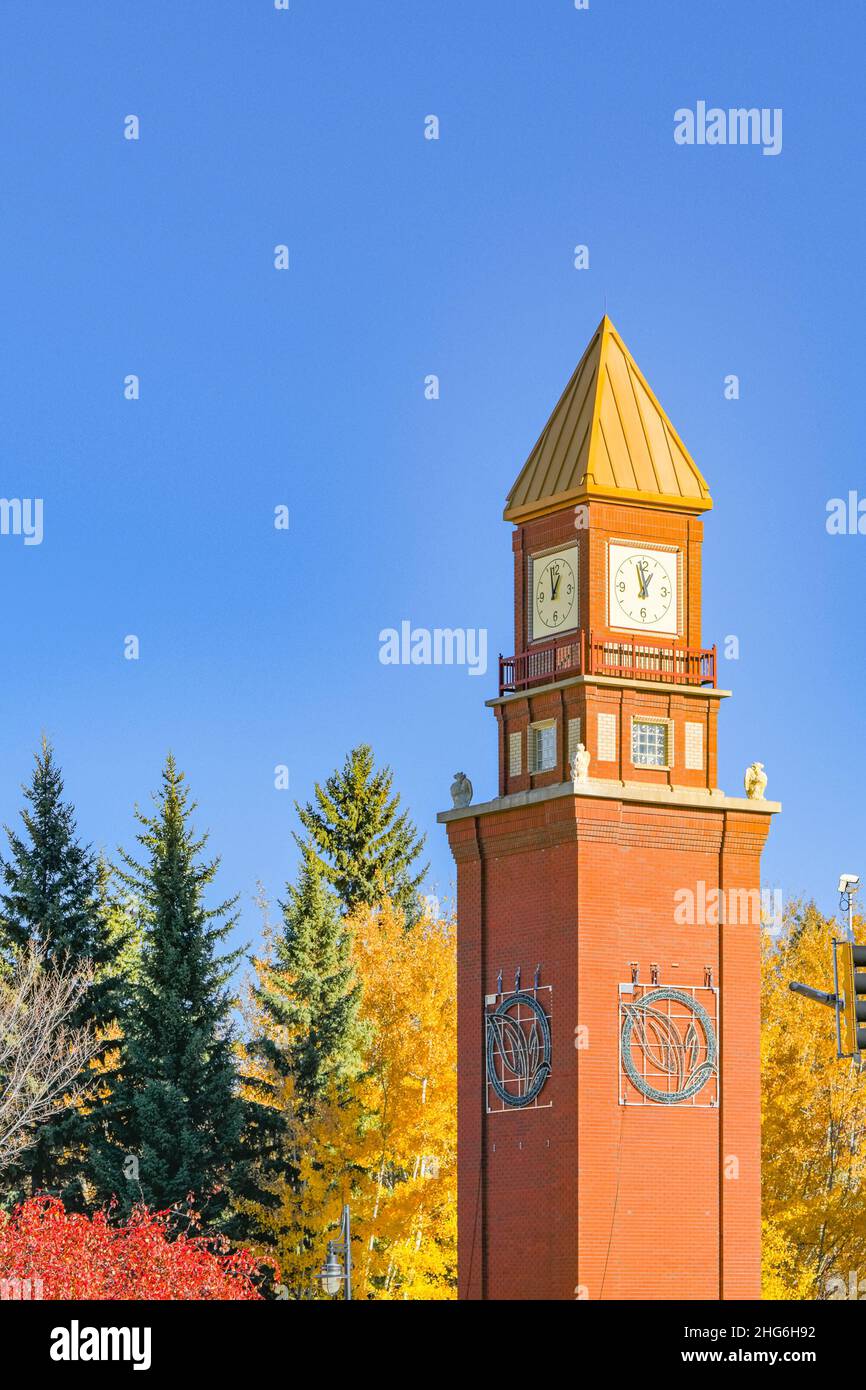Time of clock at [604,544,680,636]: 12:57
